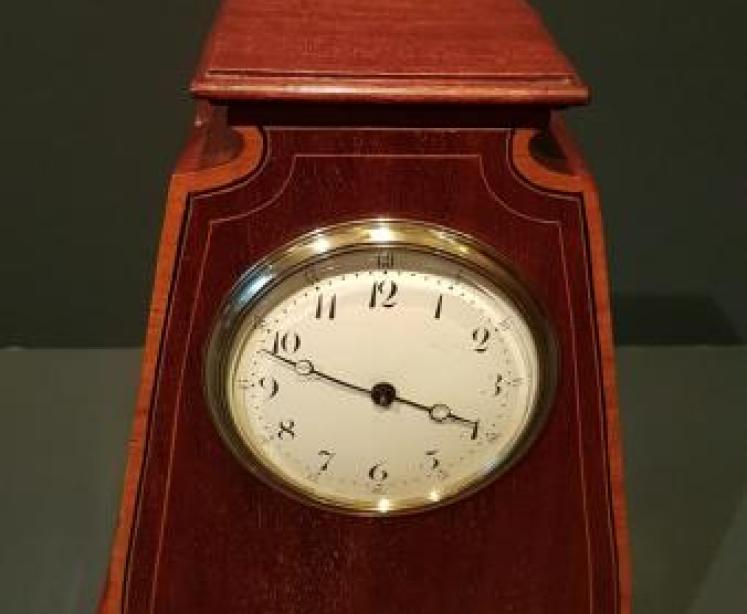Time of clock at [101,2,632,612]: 3:48
